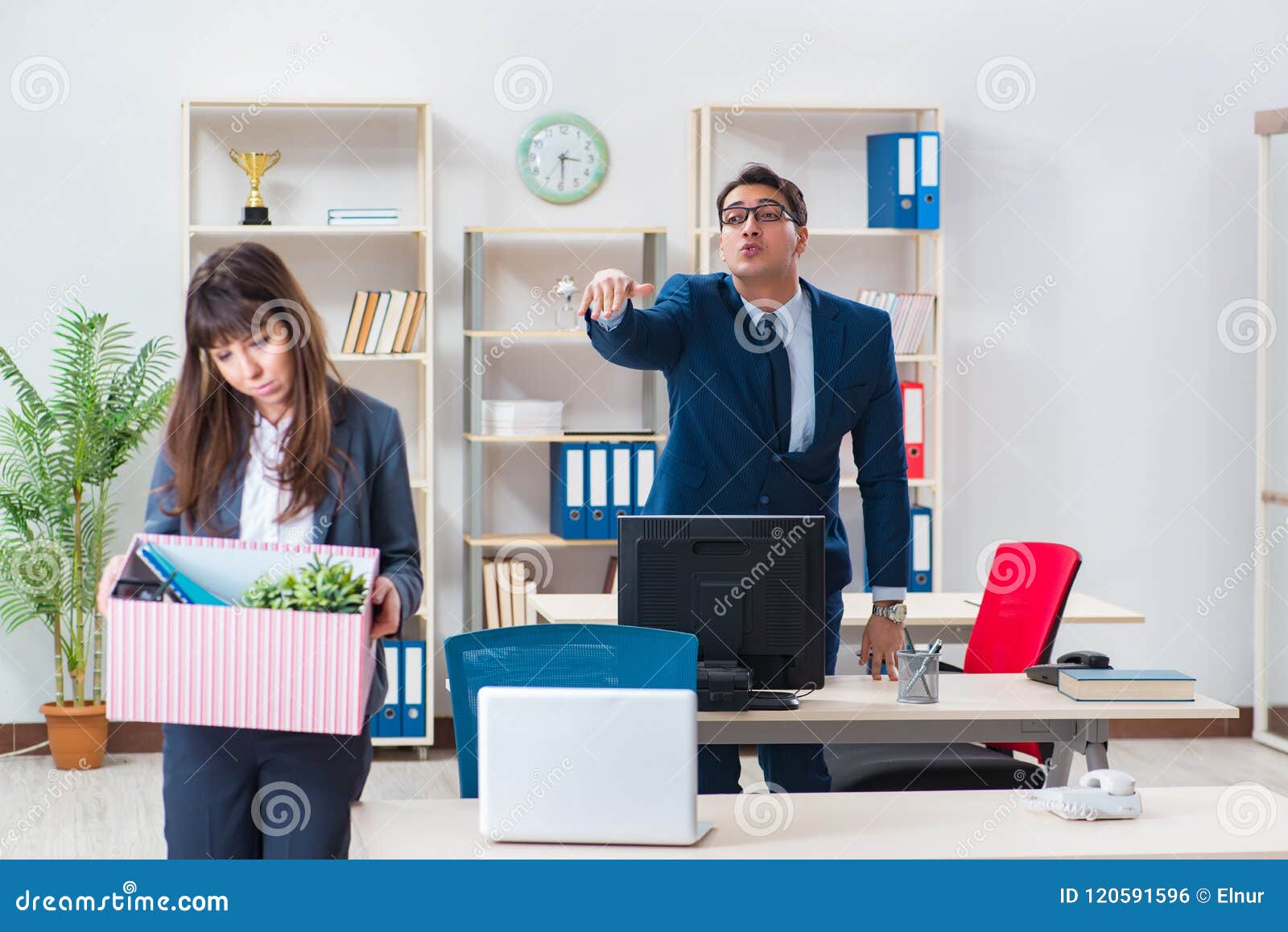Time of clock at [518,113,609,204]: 3:29
